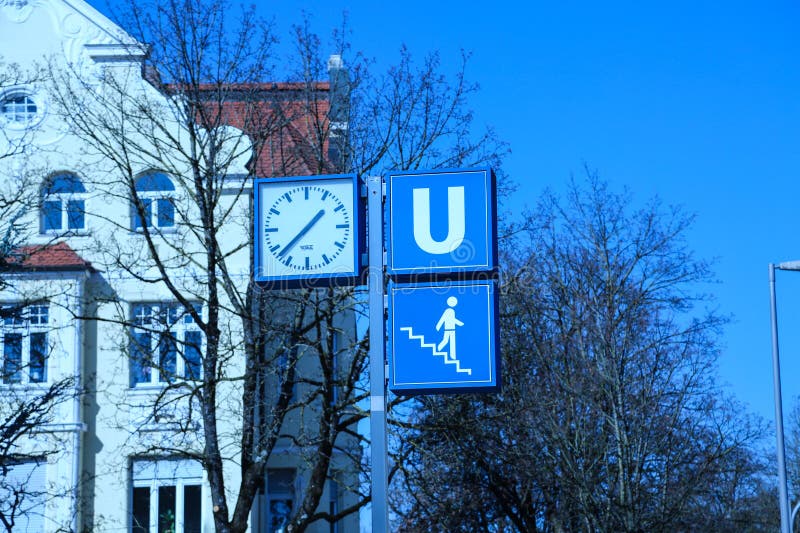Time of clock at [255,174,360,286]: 1:37
